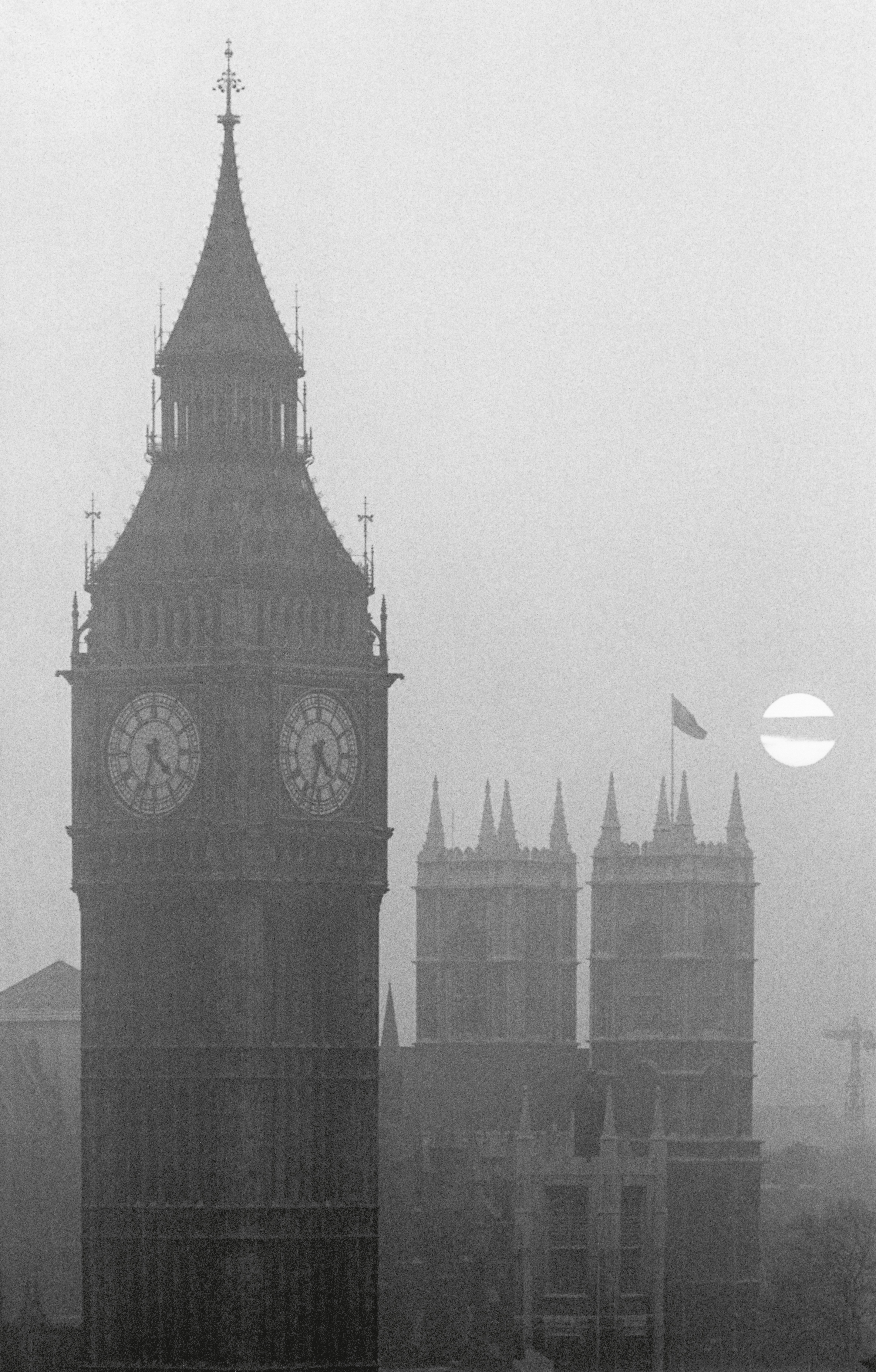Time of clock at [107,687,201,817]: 4:33
